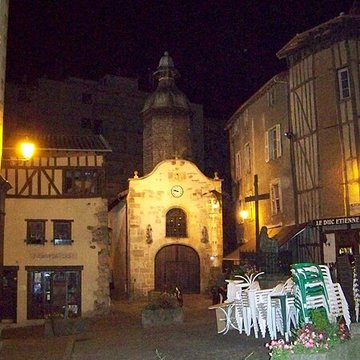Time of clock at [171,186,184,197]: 9:47
